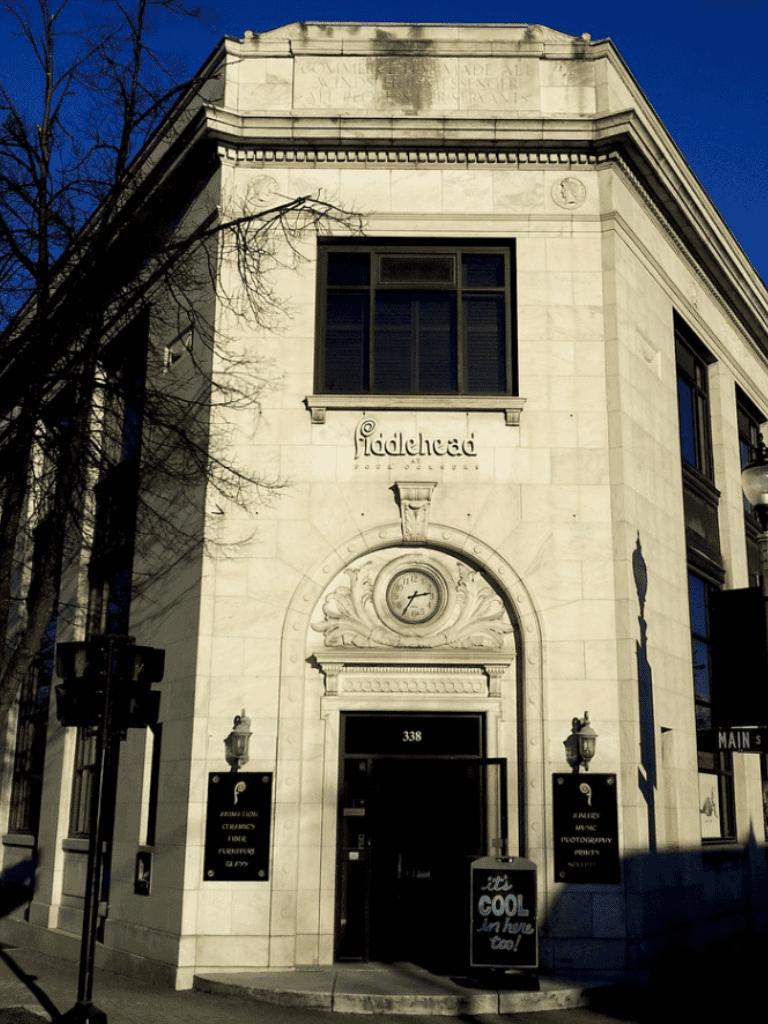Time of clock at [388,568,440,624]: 2:35
